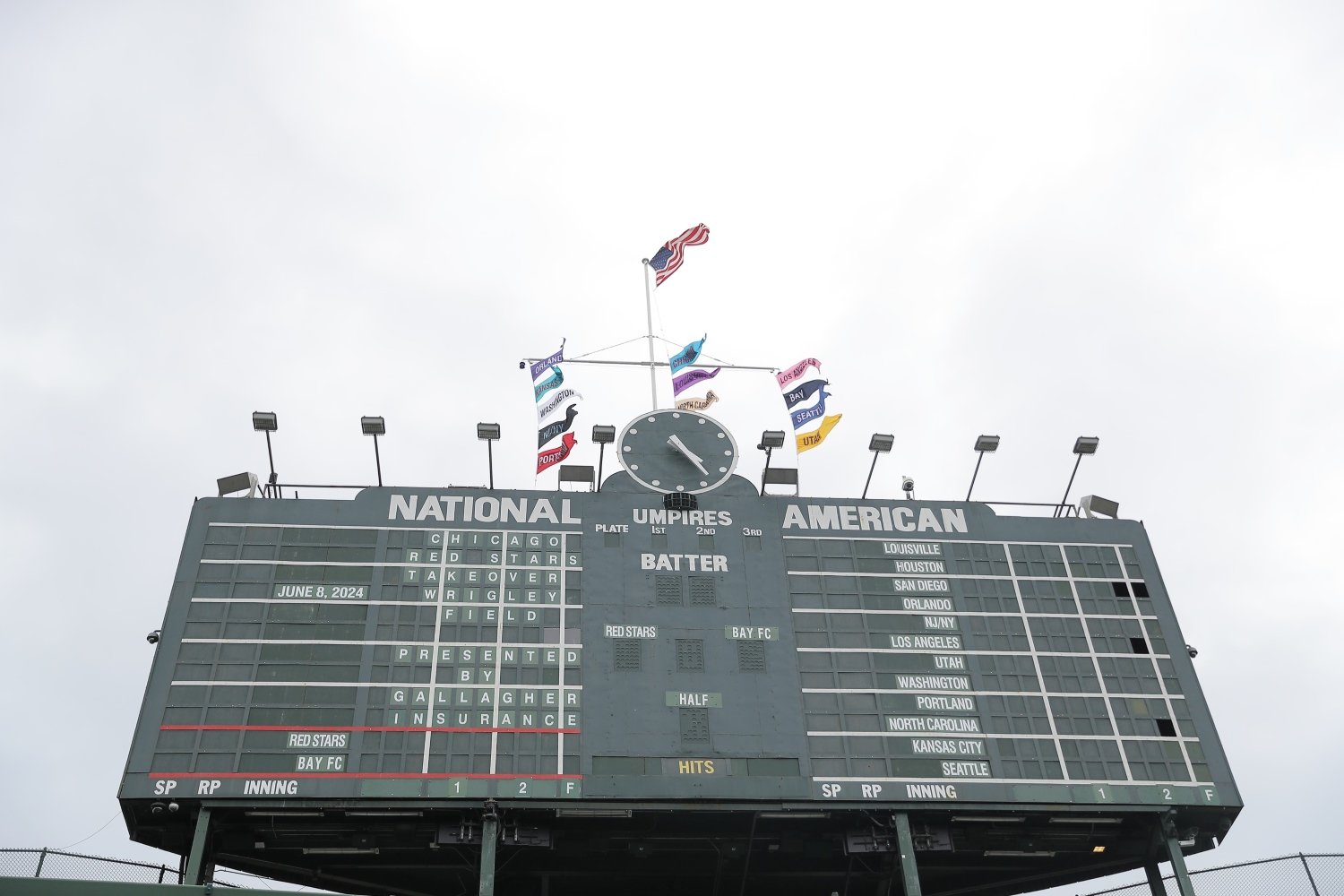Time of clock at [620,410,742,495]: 4:23
